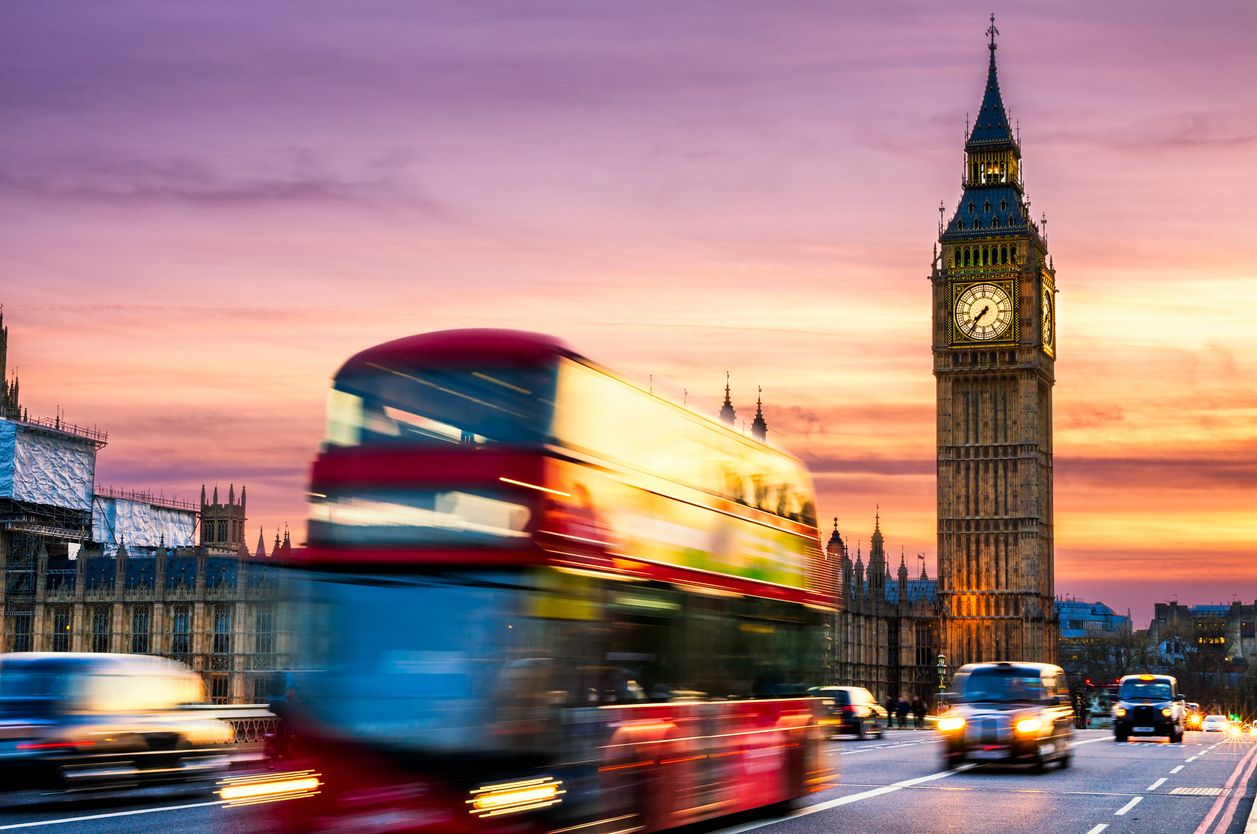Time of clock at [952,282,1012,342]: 7:36
